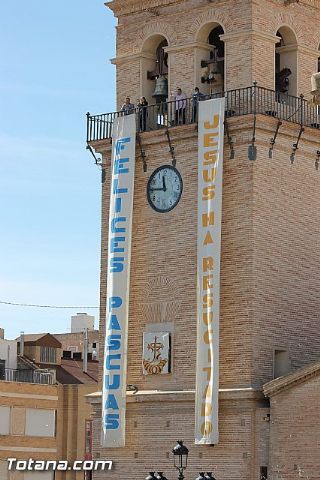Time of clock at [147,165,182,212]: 11:45
